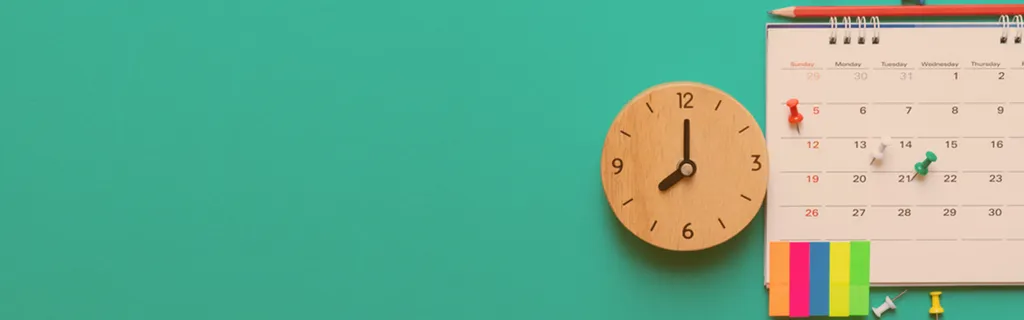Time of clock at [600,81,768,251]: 8:00
